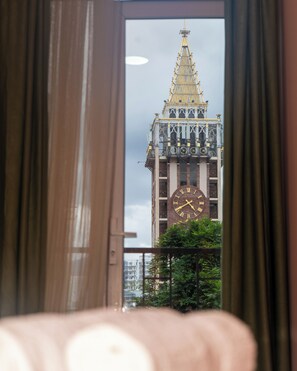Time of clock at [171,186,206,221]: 4:40
